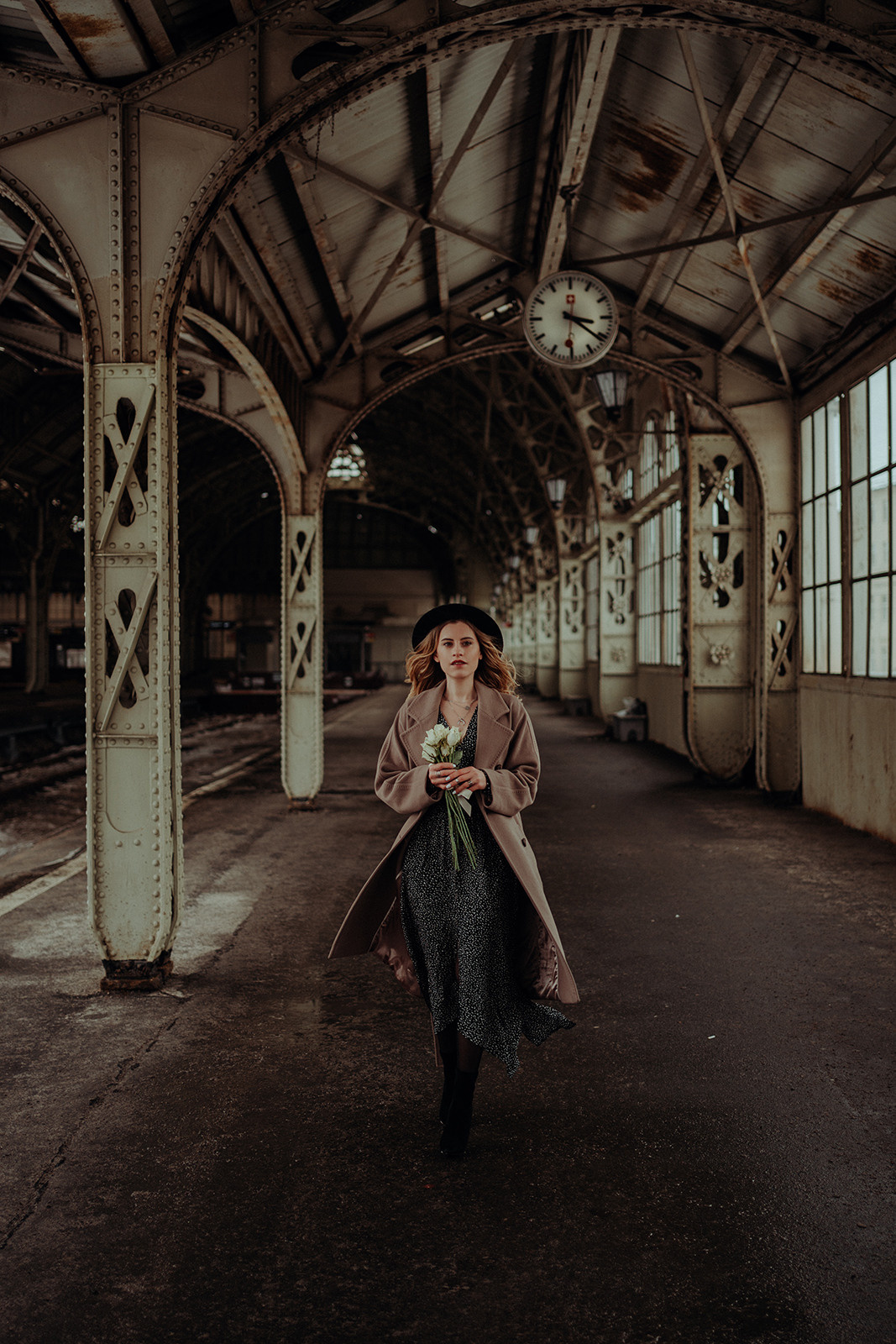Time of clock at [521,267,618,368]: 3:21
